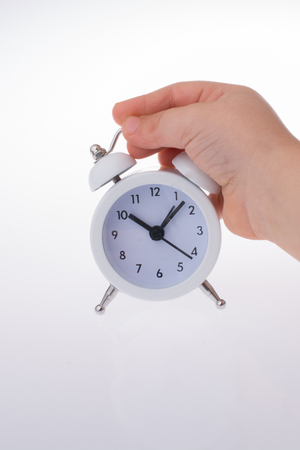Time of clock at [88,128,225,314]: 10:07
